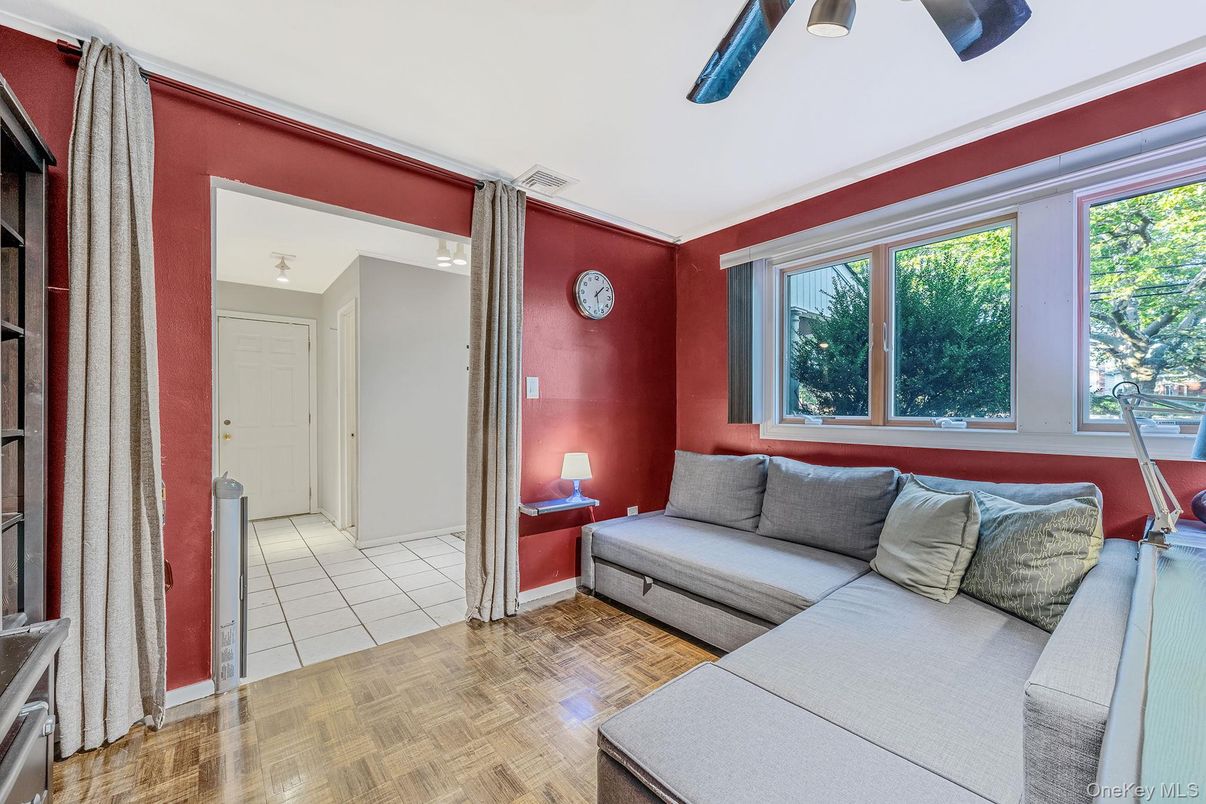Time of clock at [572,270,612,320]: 1:28
